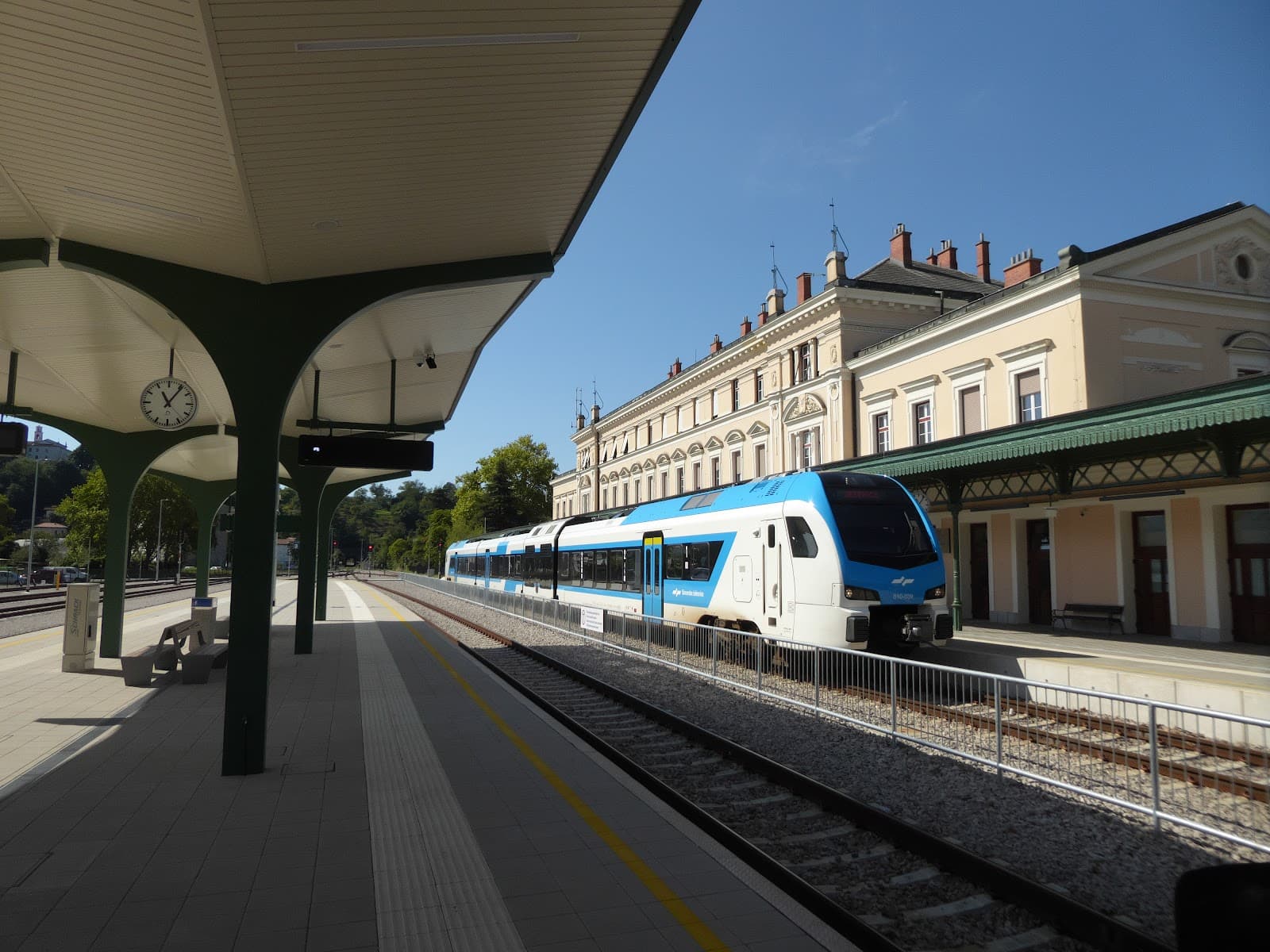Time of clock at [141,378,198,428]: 11:05
